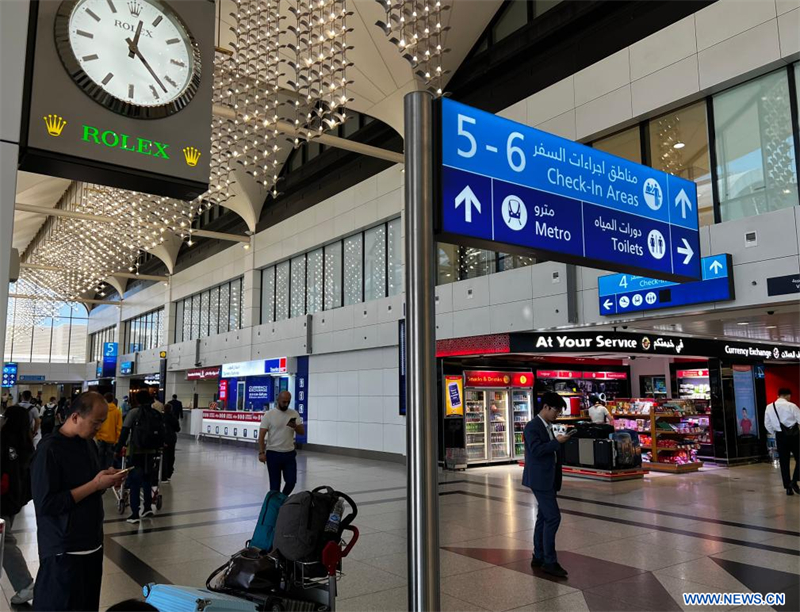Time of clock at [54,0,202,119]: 12:22
